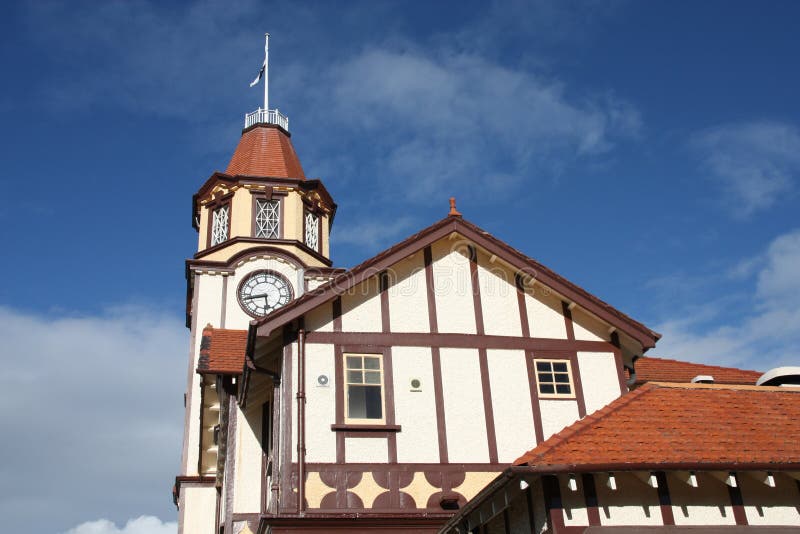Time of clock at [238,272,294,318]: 5:42
